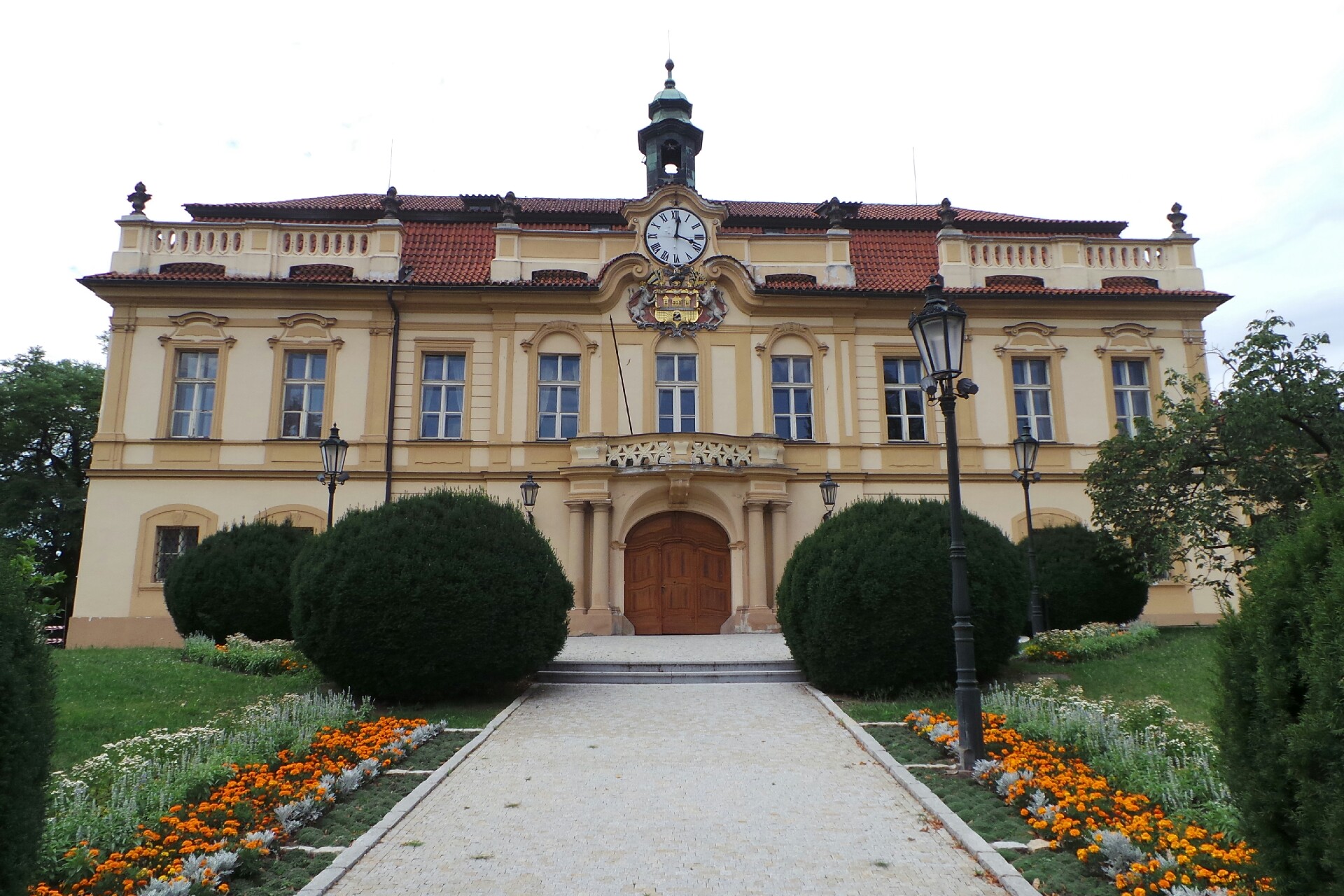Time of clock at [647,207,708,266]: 12:18
